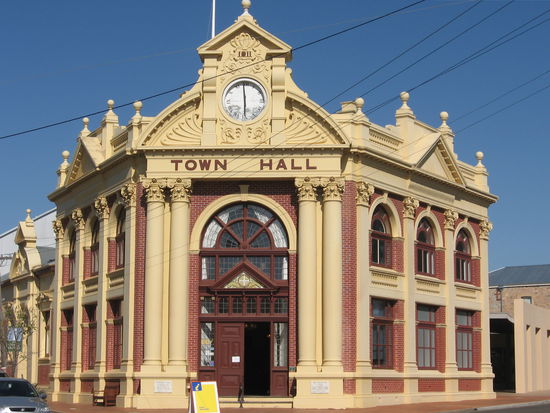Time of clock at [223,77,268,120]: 5:59
